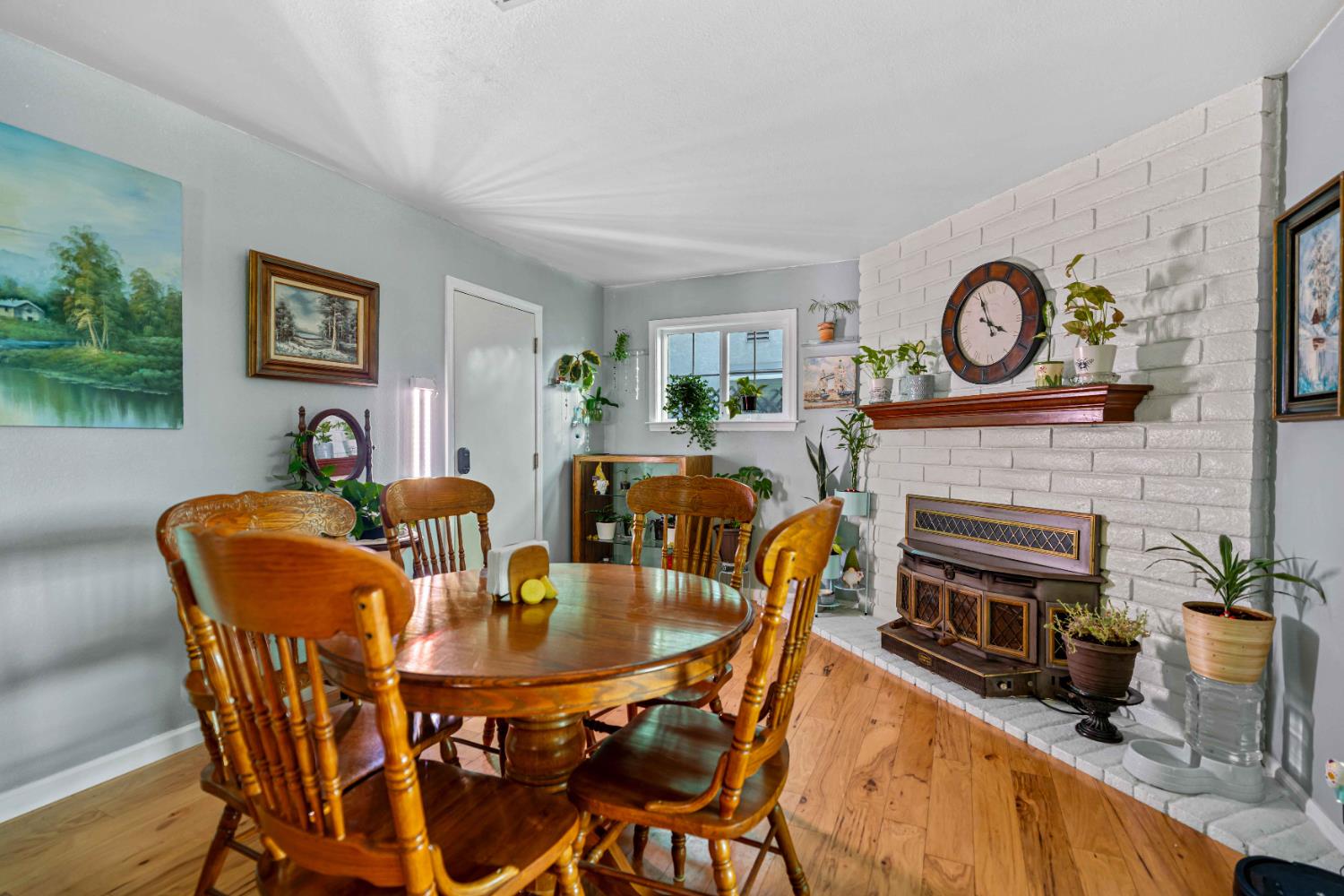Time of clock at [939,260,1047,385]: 3:56
